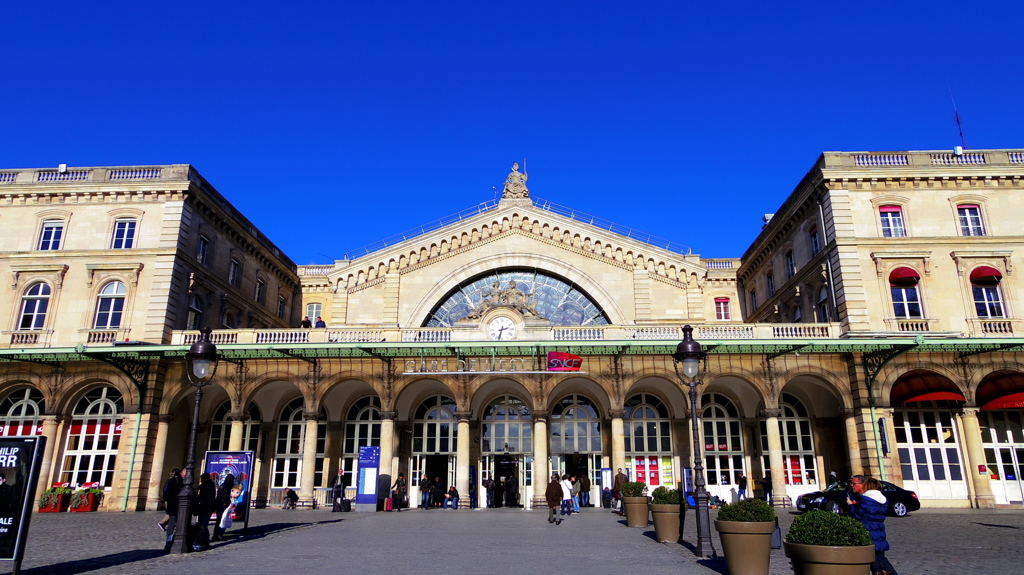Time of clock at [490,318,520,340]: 2:32
